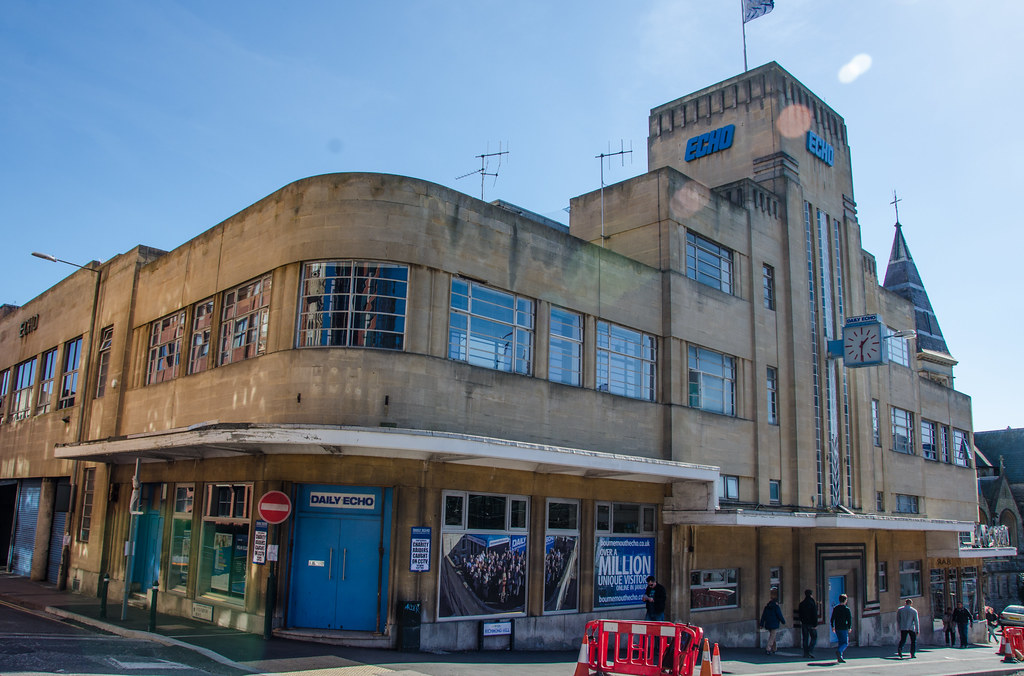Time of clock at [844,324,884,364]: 1:30
